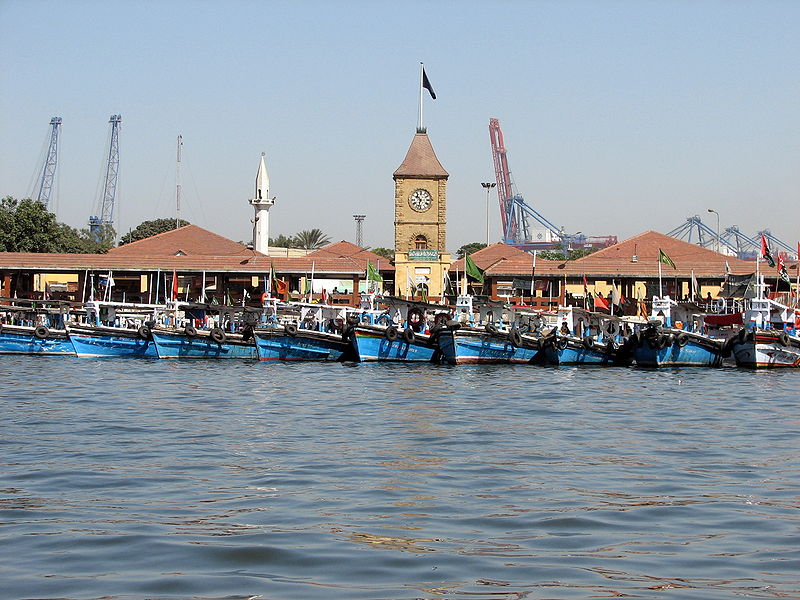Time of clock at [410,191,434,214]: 10:32
